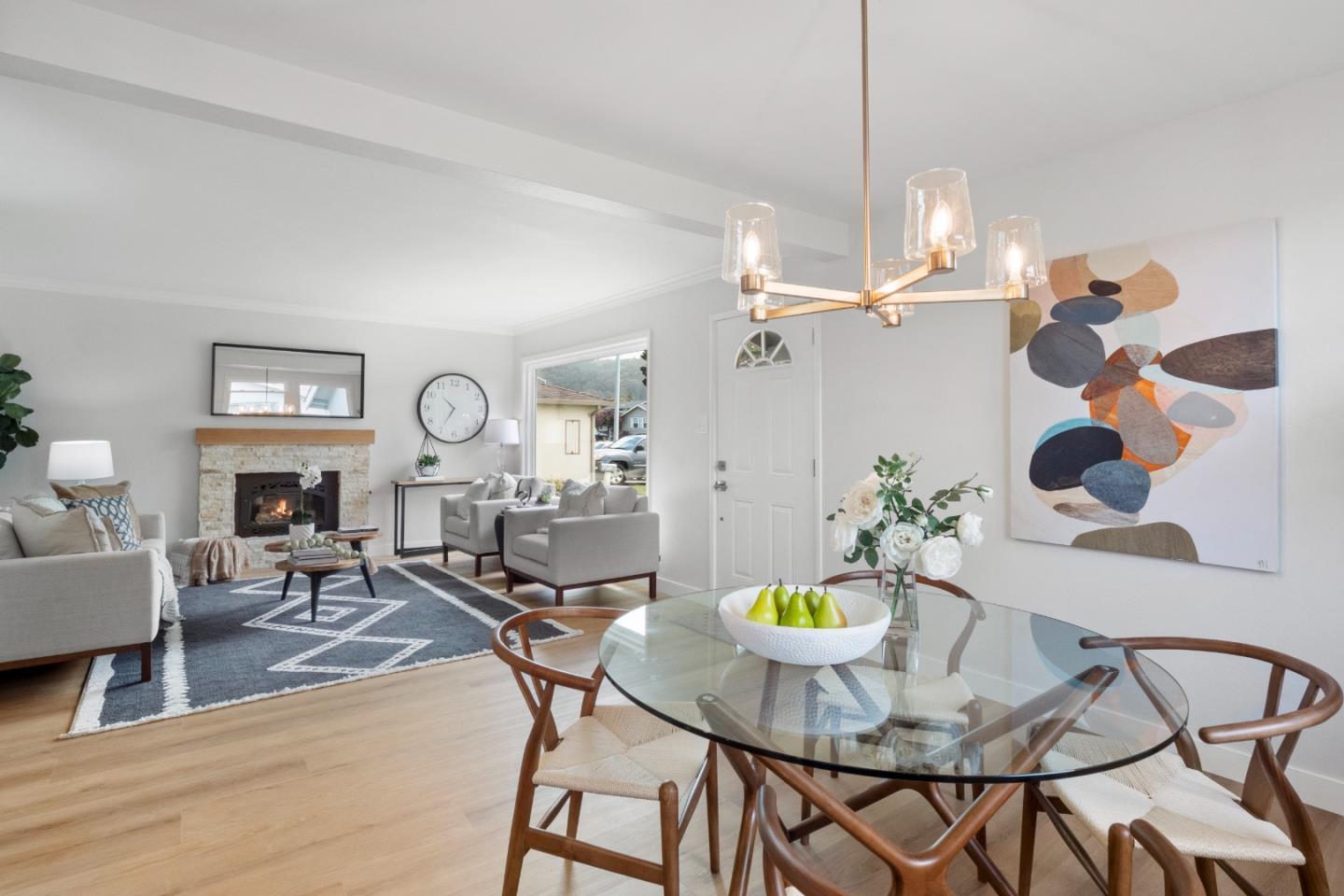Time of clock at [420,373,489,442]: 10:35
